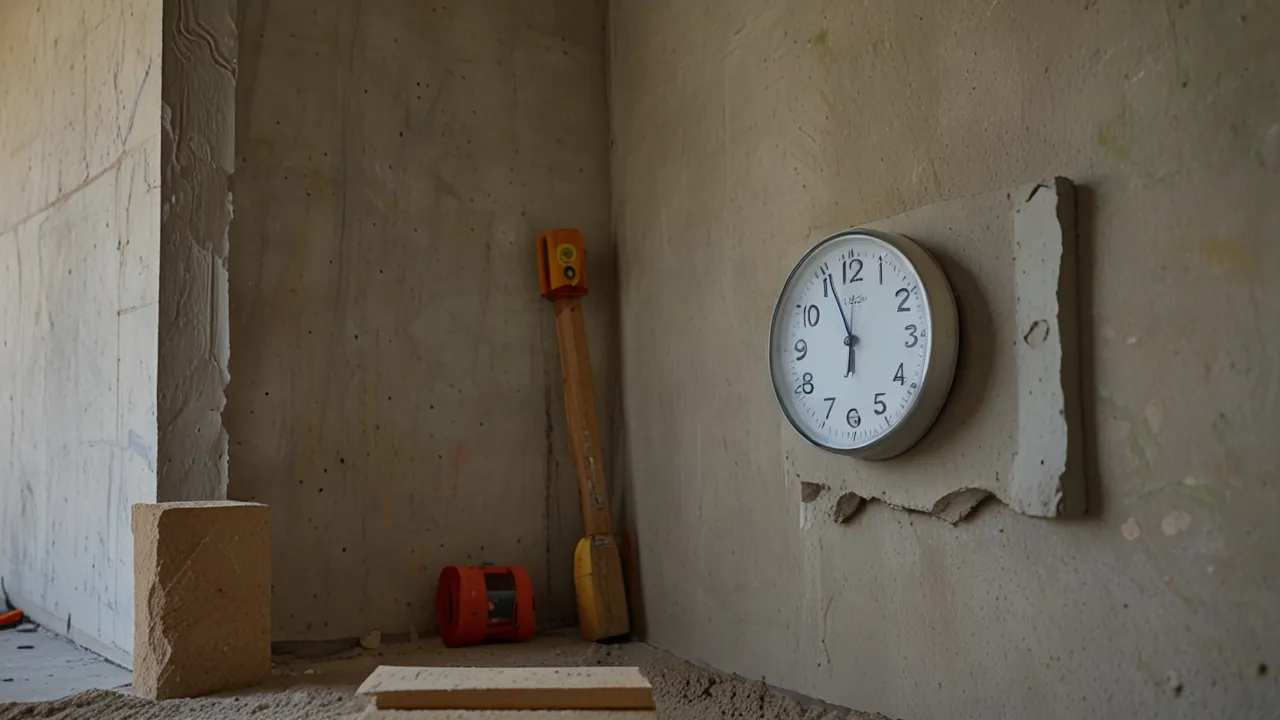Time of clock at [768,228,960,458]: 5:55
